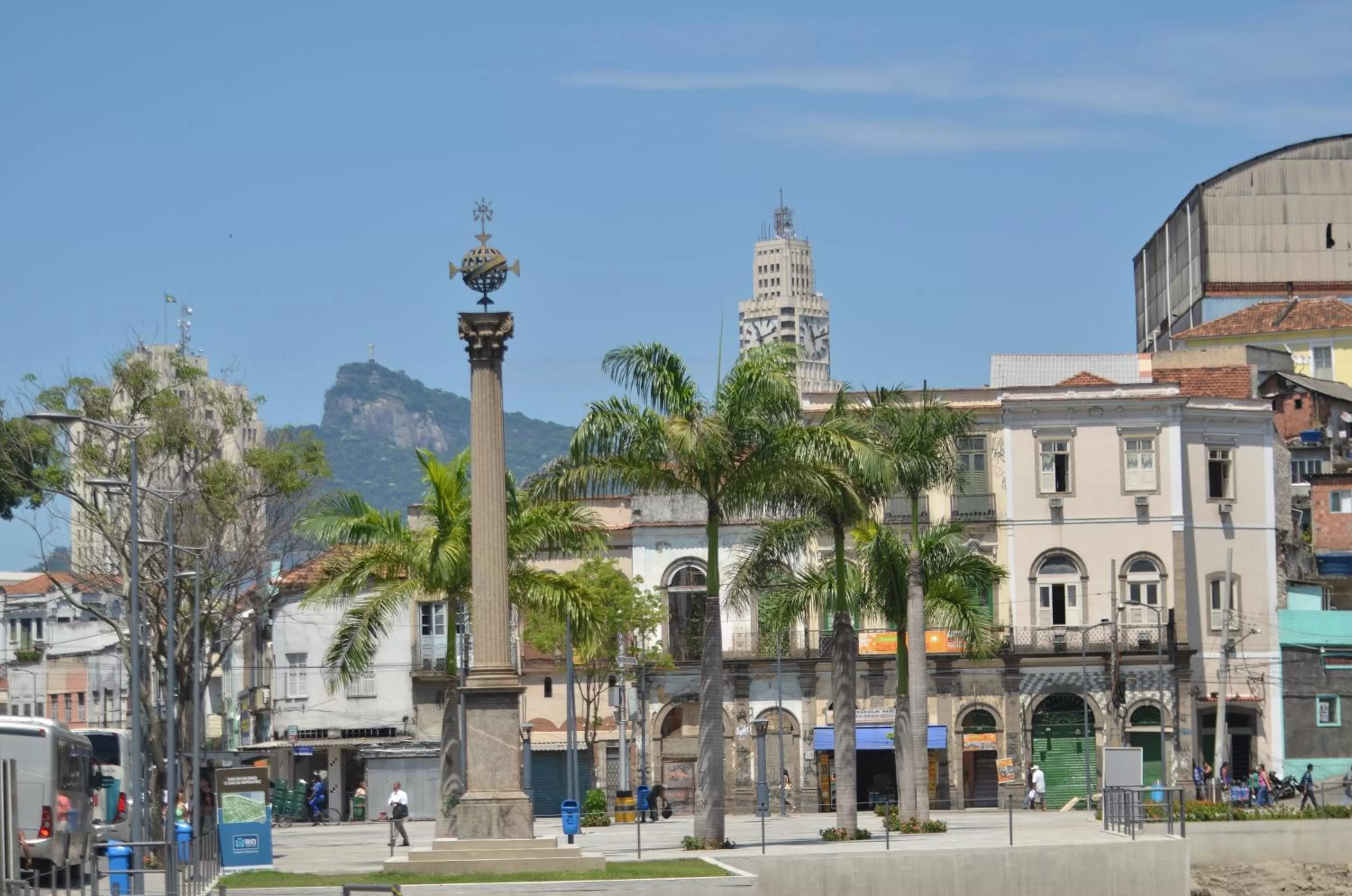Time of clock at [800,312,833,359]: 11:11
